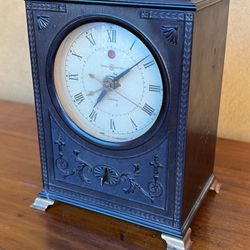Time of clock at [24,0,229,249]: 7:08
